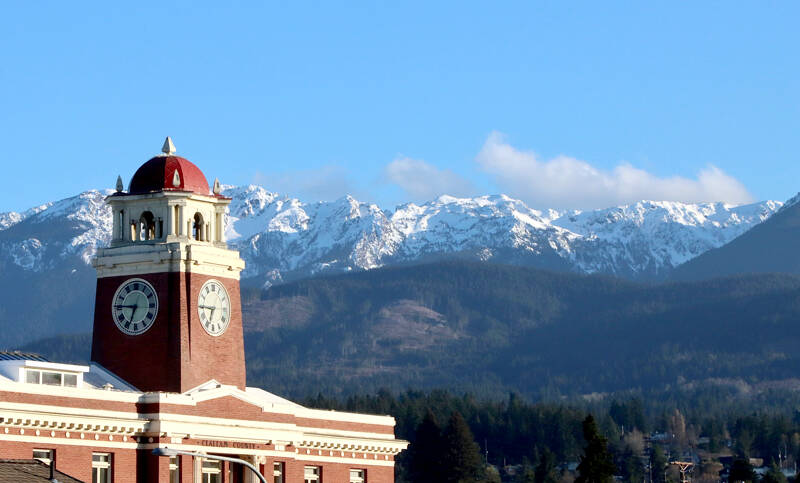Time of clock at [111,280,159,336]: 6:45
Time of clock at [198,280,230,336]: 6:45
